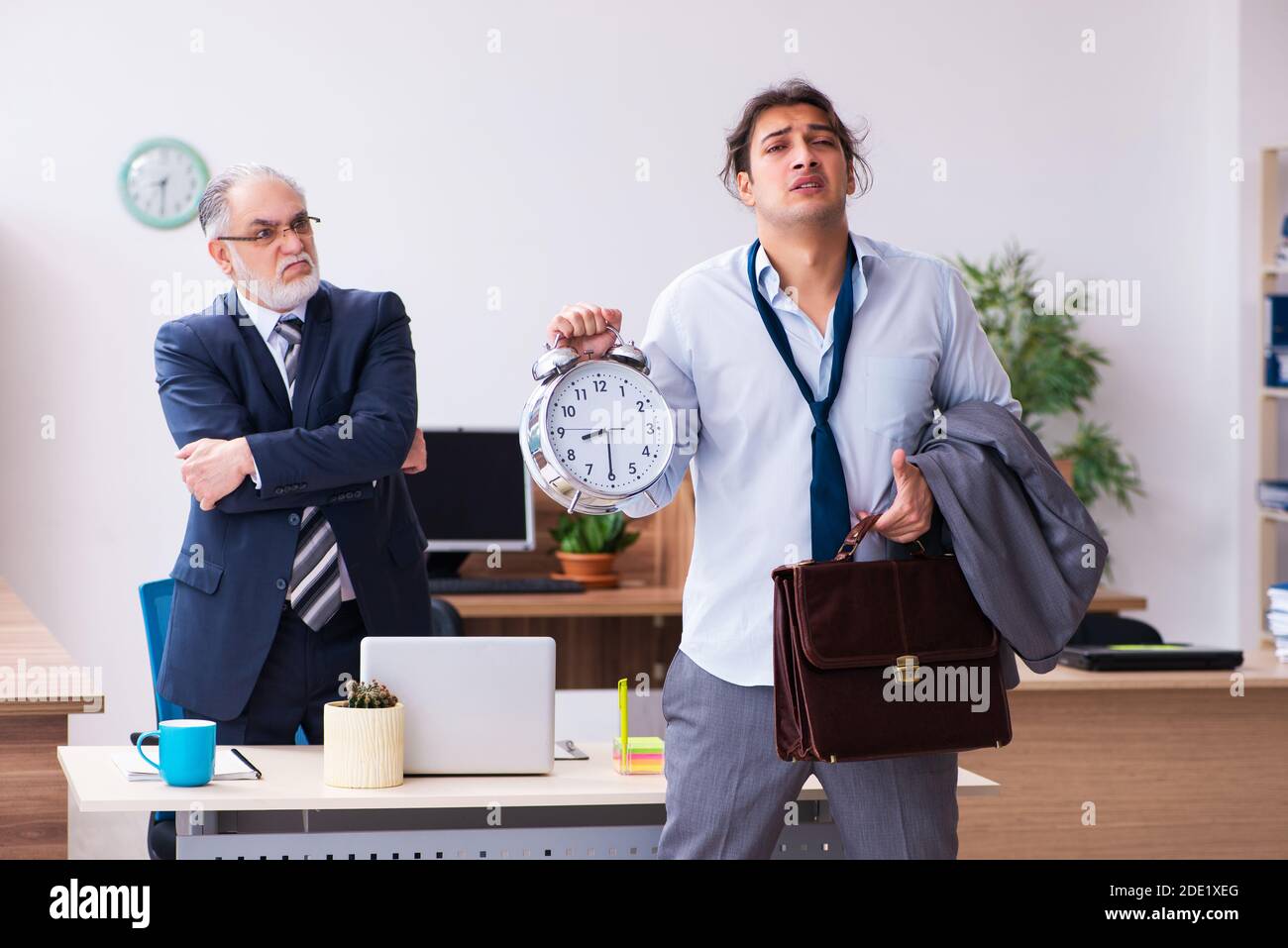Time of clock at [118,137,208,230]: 8:29
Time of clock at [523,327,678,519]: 8:30
